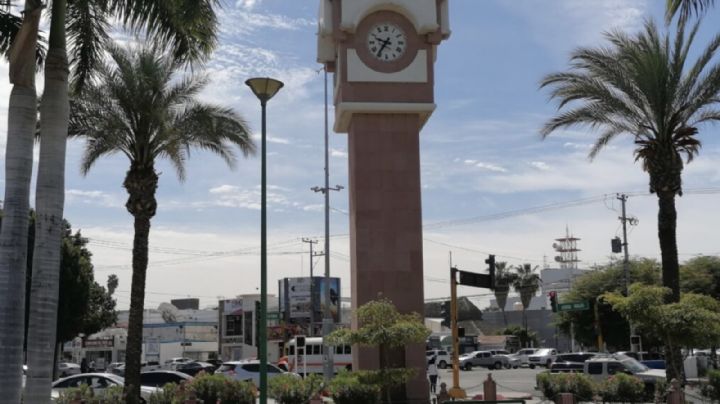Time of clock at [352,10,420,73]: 9:35
